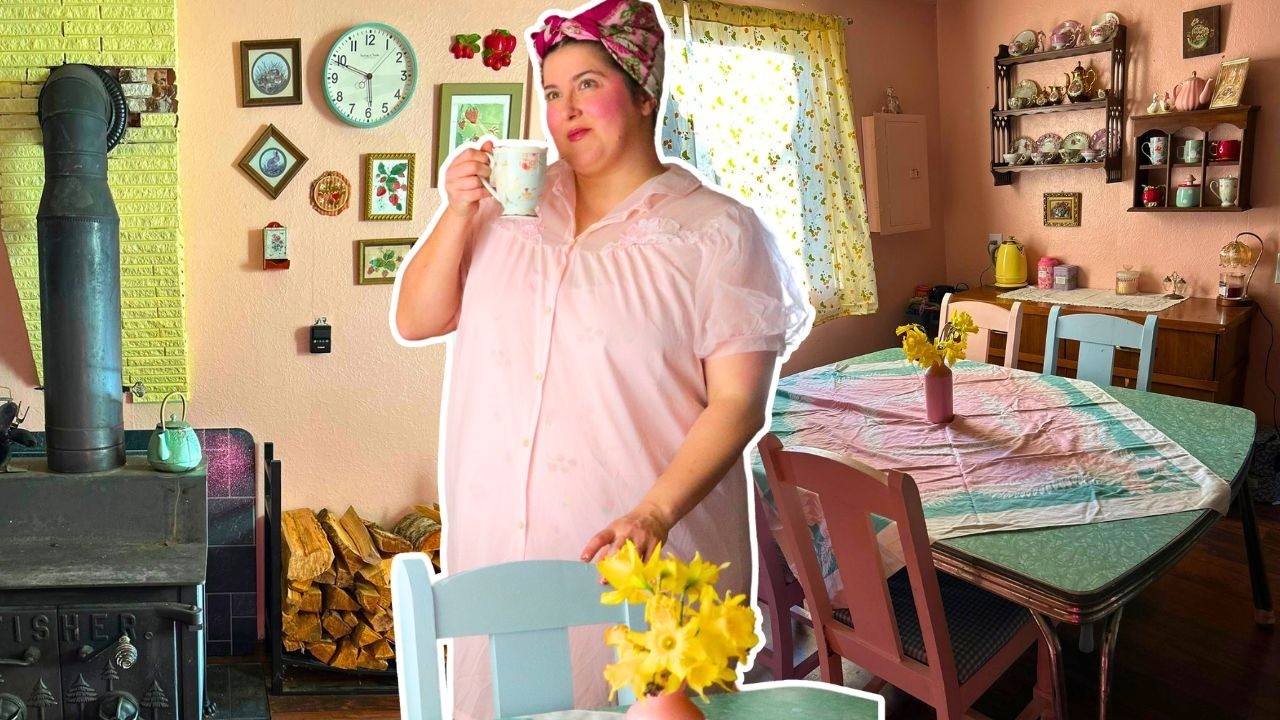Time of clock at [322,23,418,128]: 5:49
